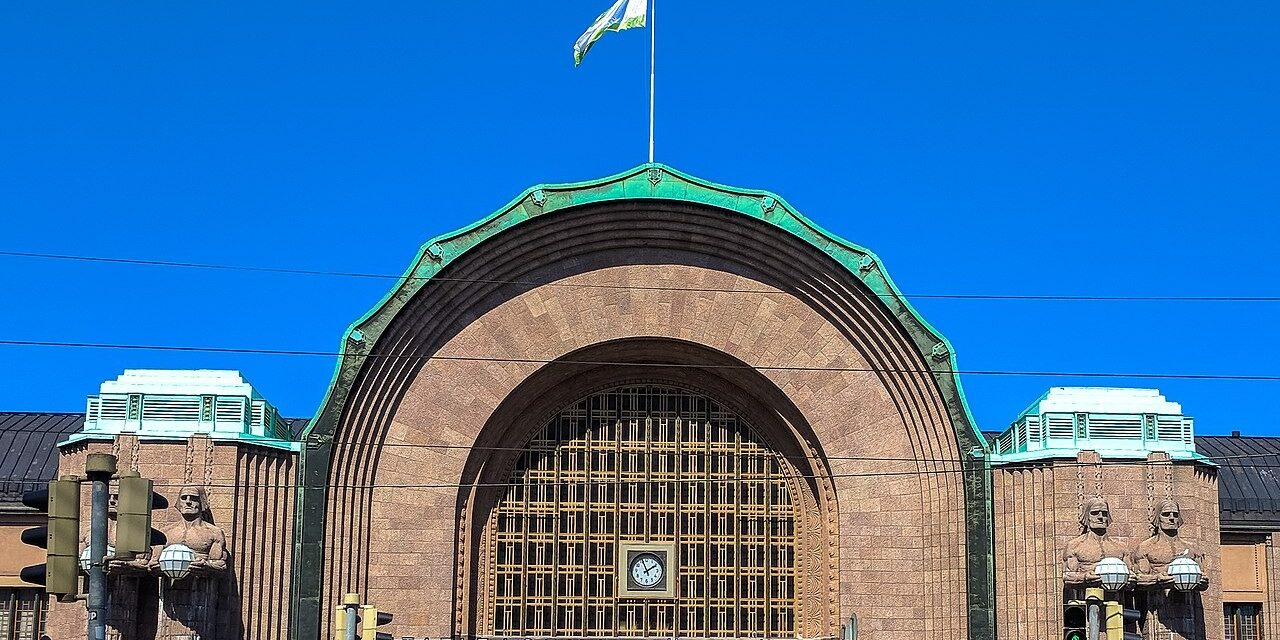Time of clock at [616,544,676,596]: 1:56
